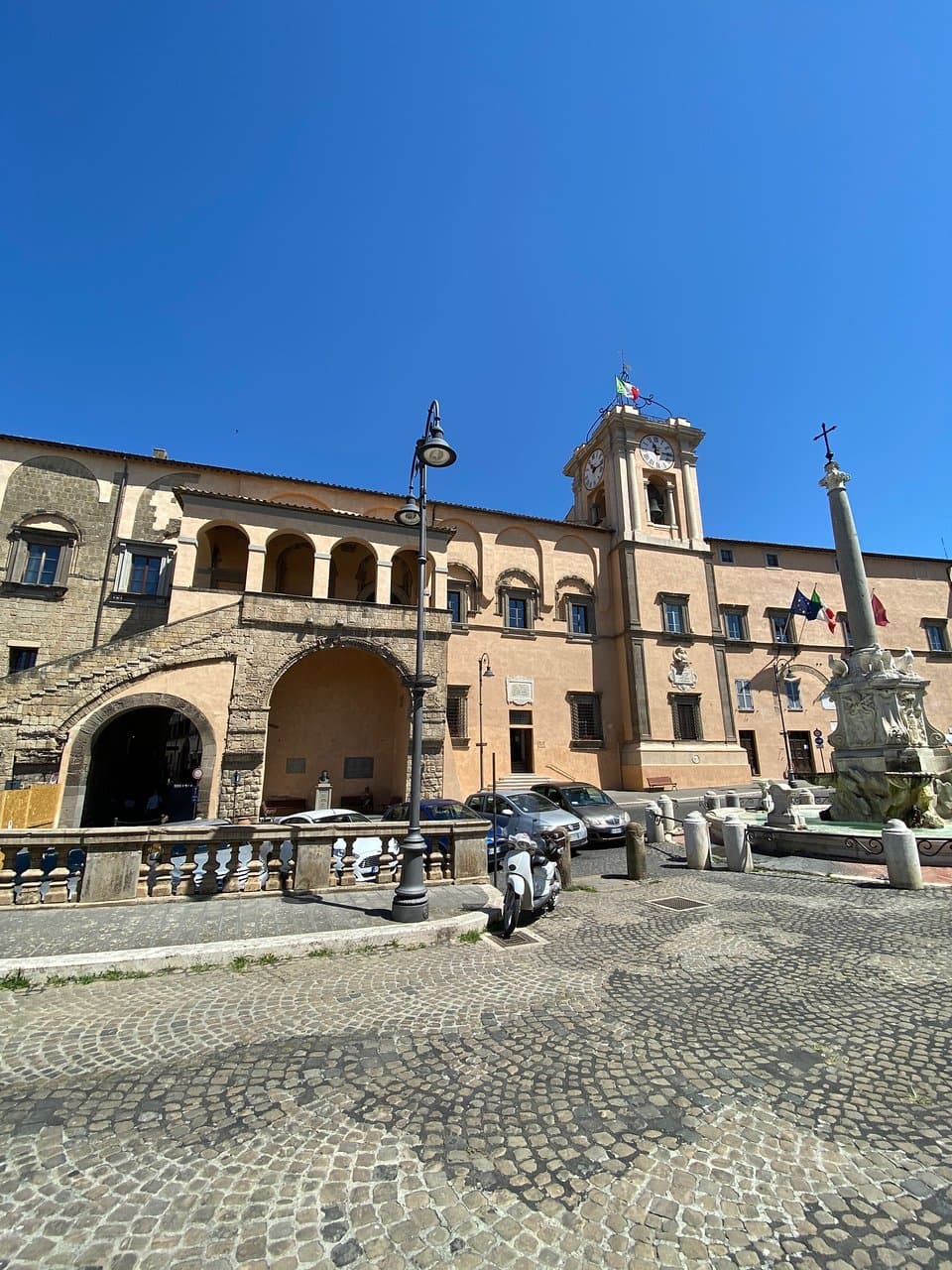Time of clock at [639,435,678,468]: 11:15
